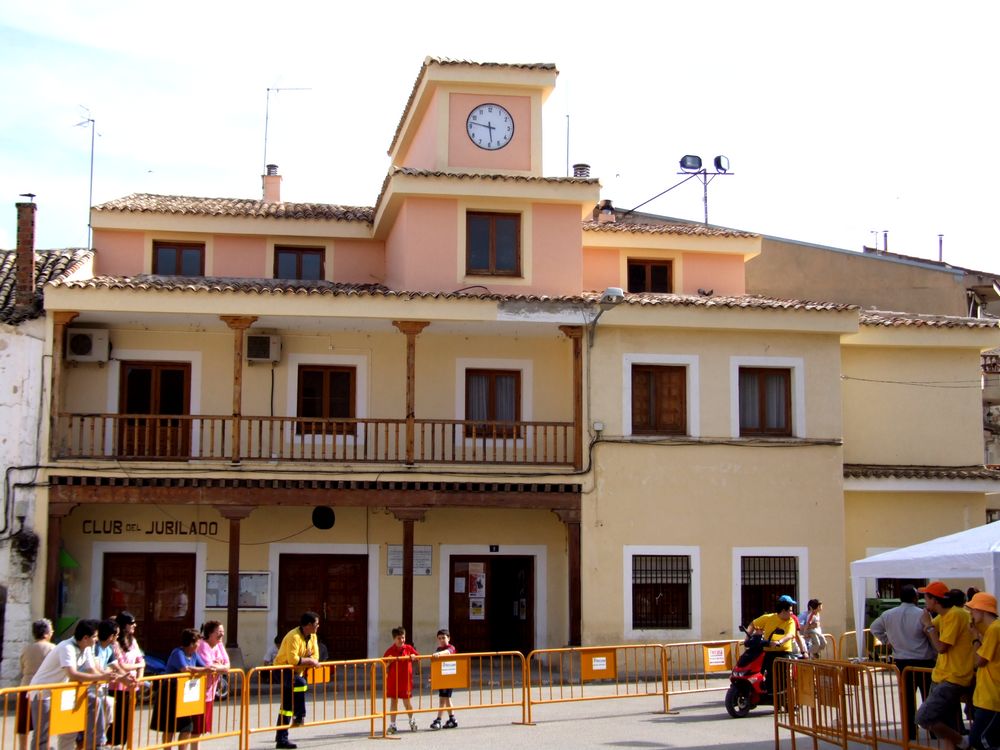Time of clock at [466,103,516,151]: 5:47
